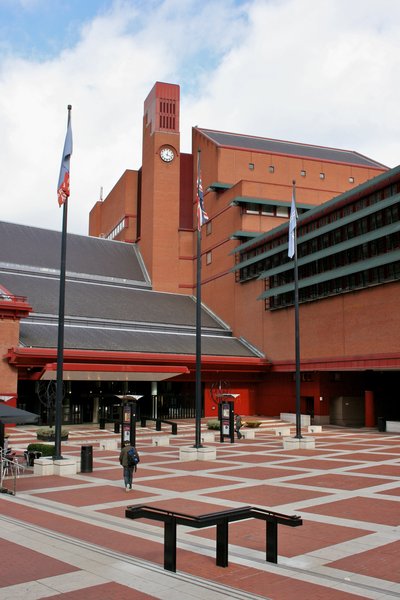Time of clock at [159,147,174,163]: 12:18
